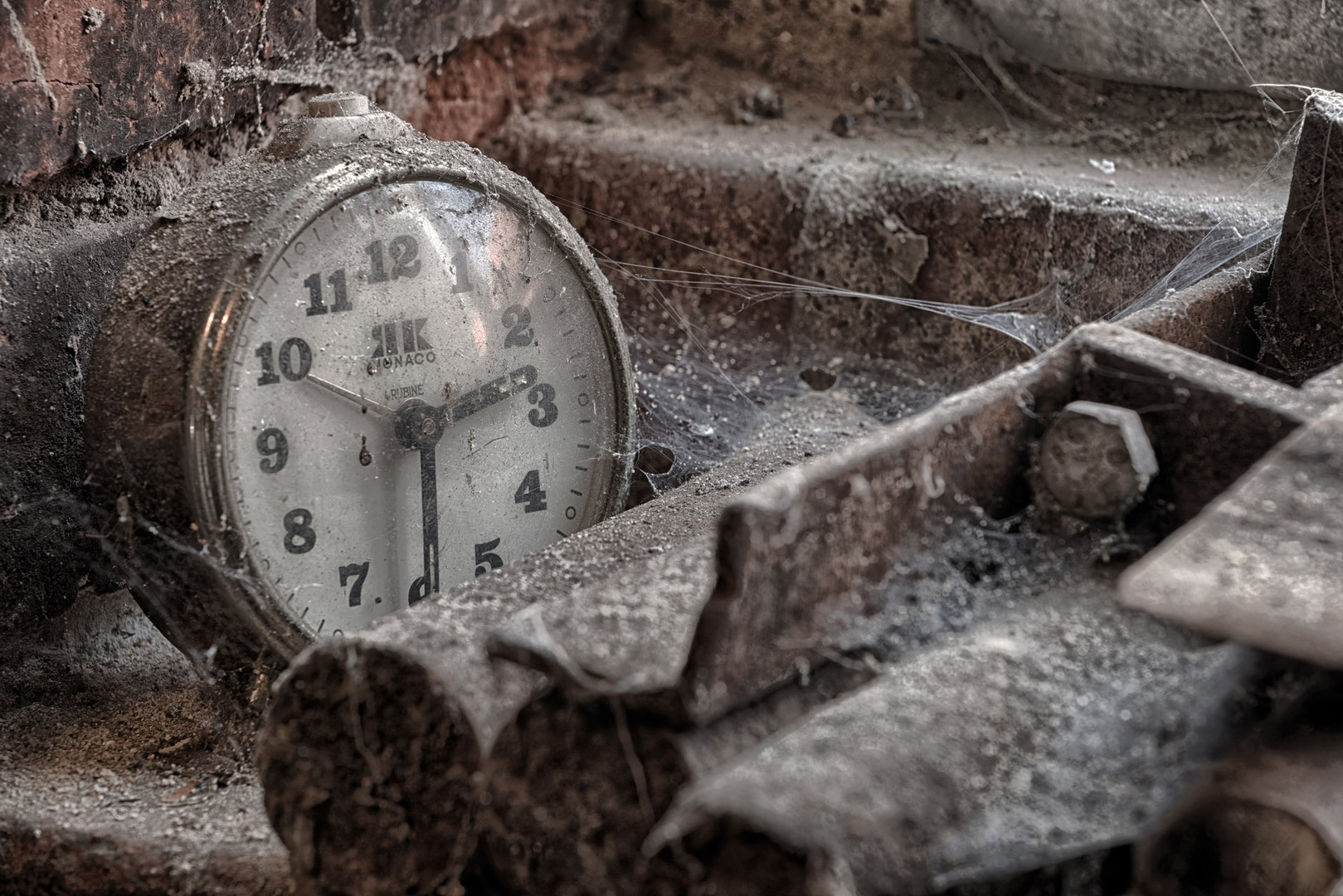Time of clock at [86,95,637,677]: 2:29
